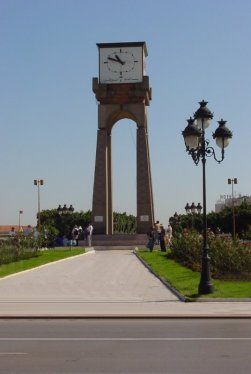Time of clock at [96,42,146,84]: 10:48
